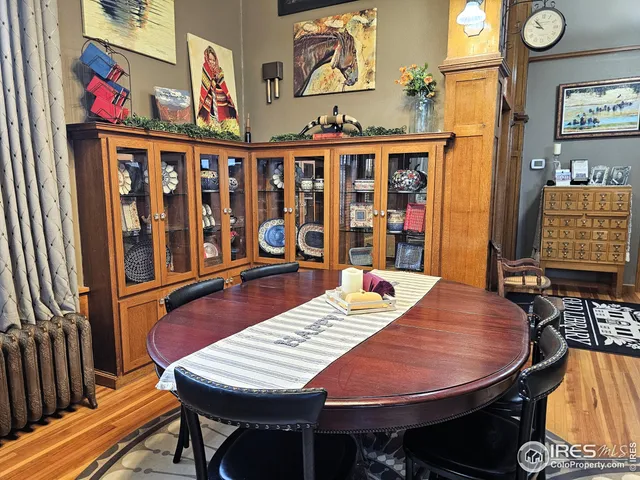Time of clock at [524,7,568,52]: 9:53
